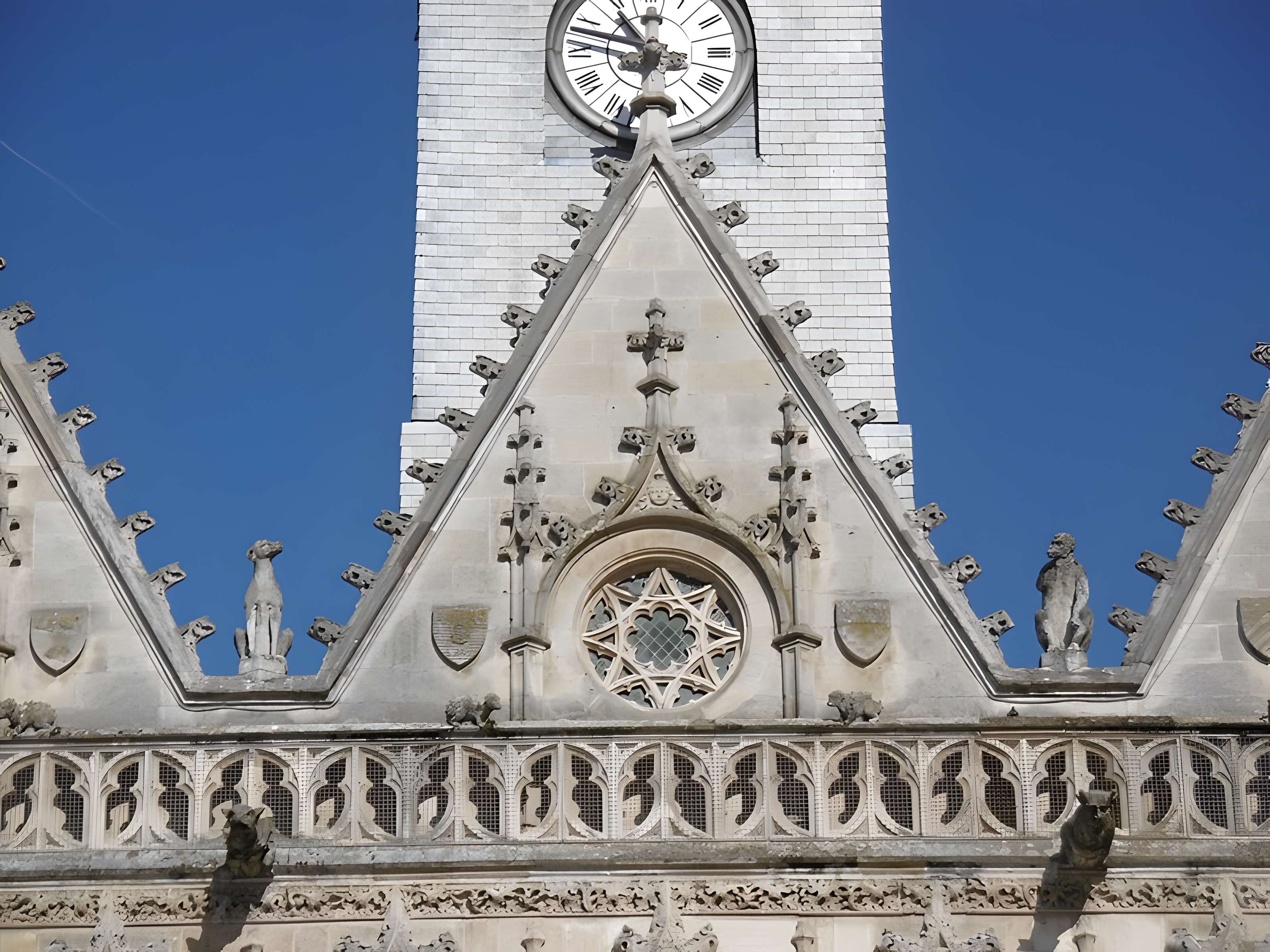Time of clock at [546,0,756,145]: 10:47
